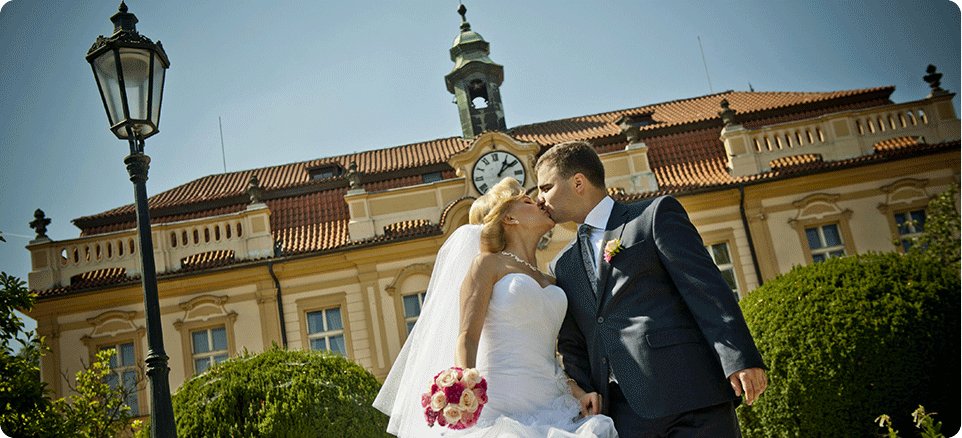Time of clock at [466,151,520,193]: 1:09
